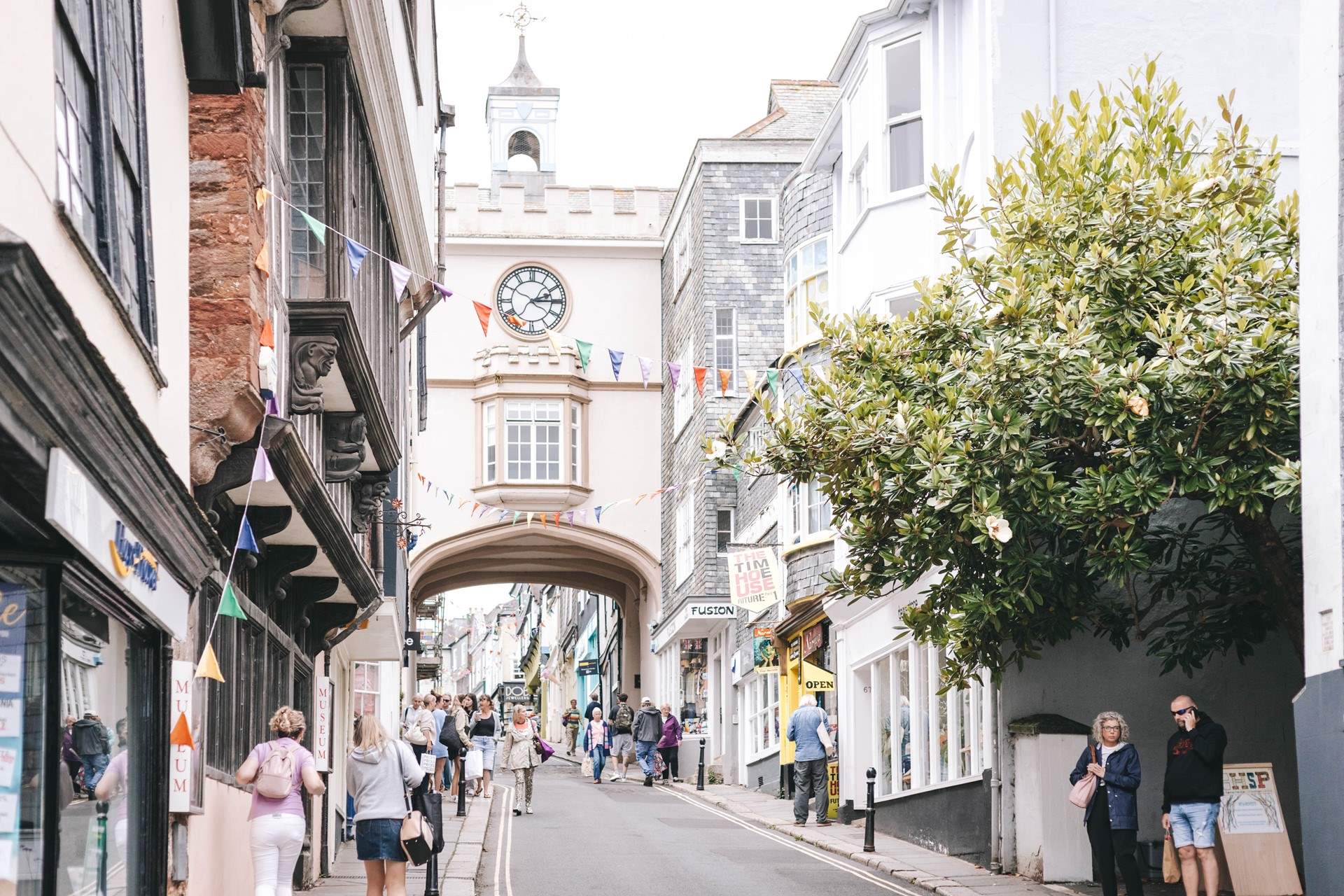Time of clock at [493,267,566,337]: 2:14
